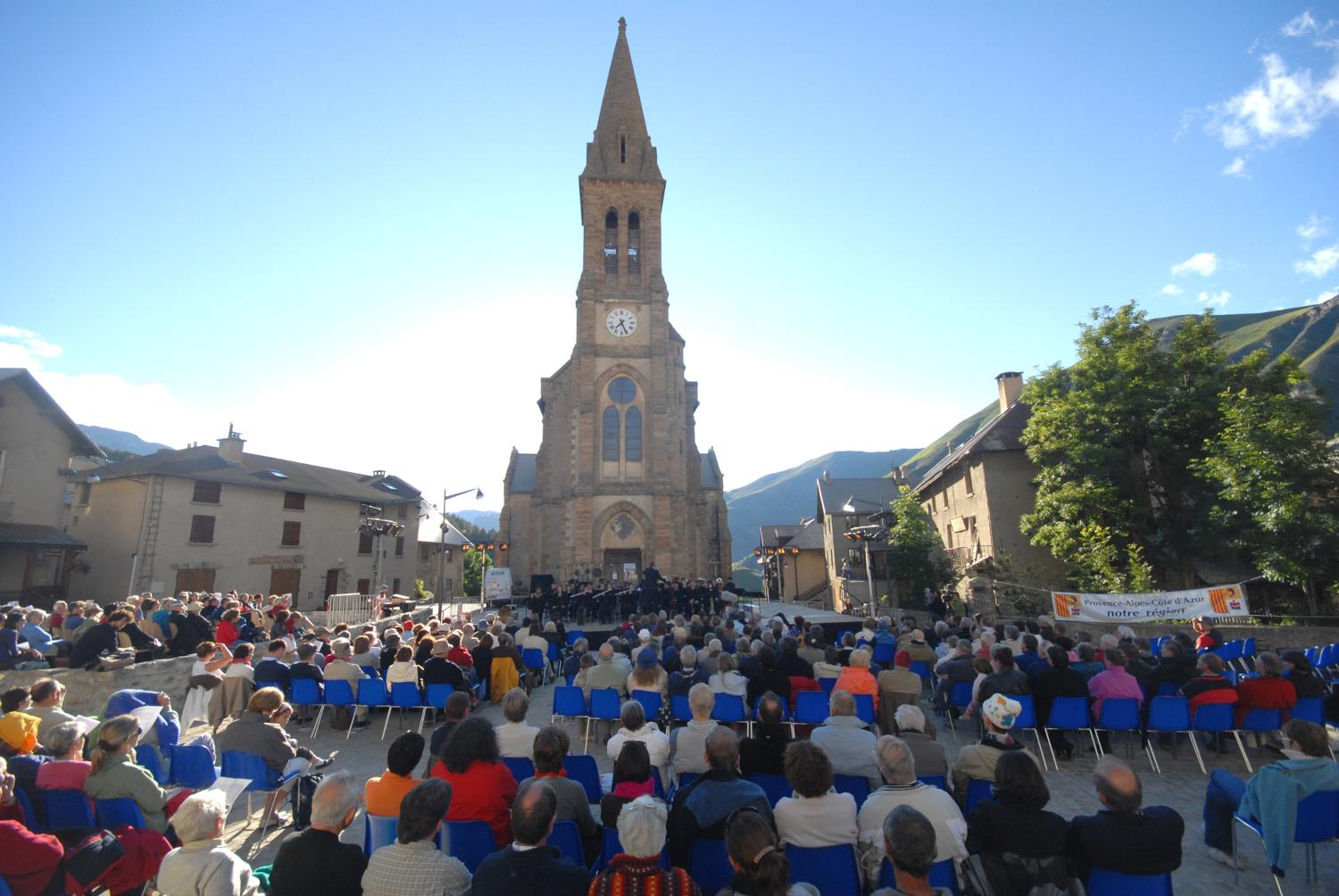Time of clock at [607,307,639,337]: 7:25
